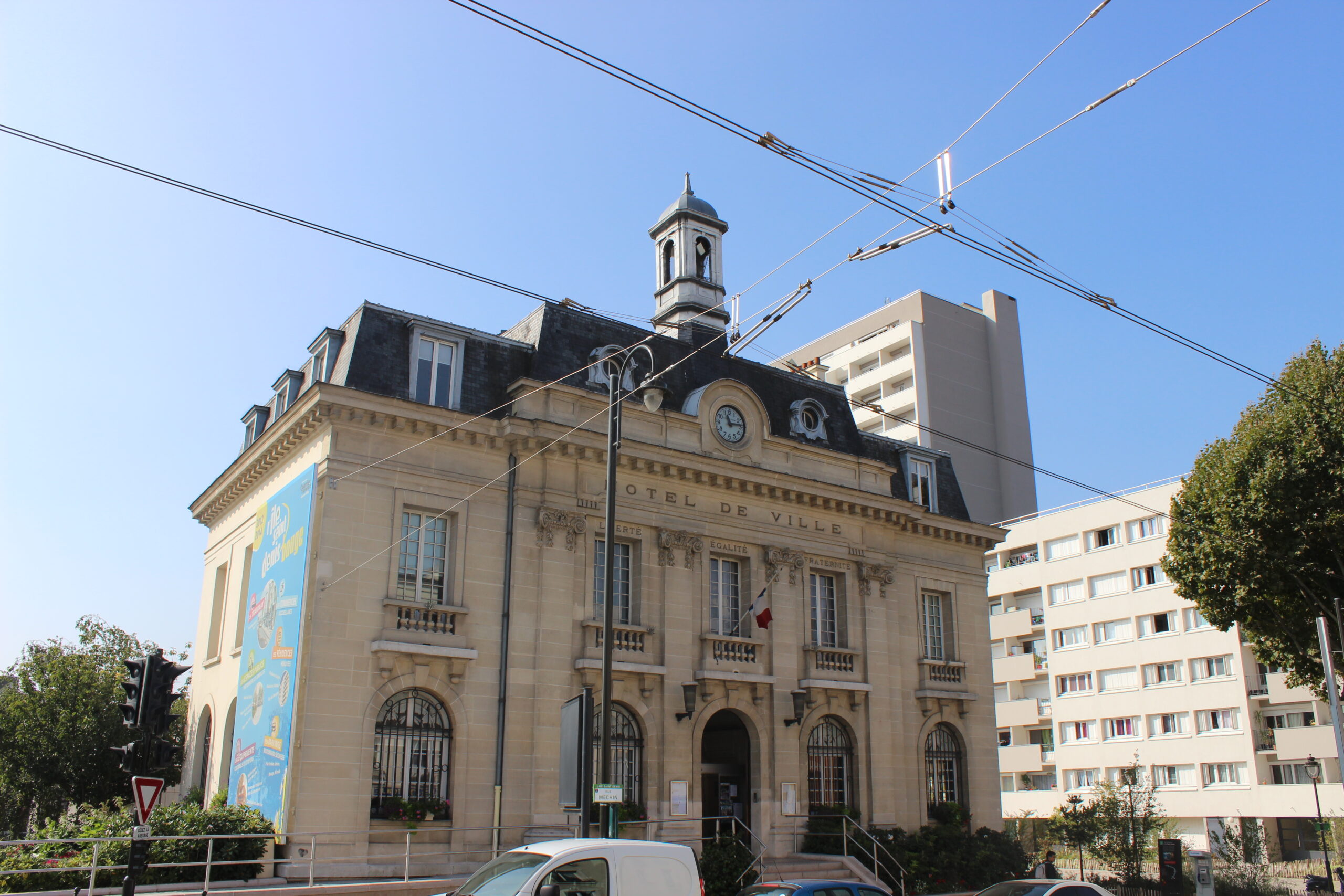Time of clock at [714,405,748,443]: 11:13
